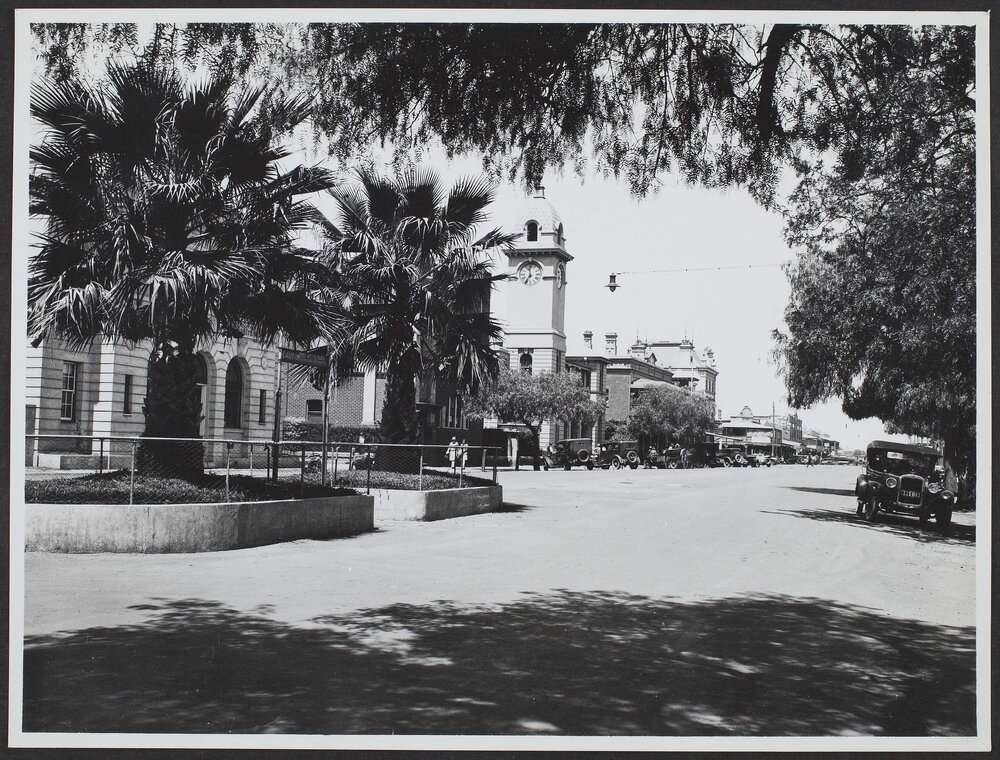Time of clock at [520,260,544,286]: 11:35
